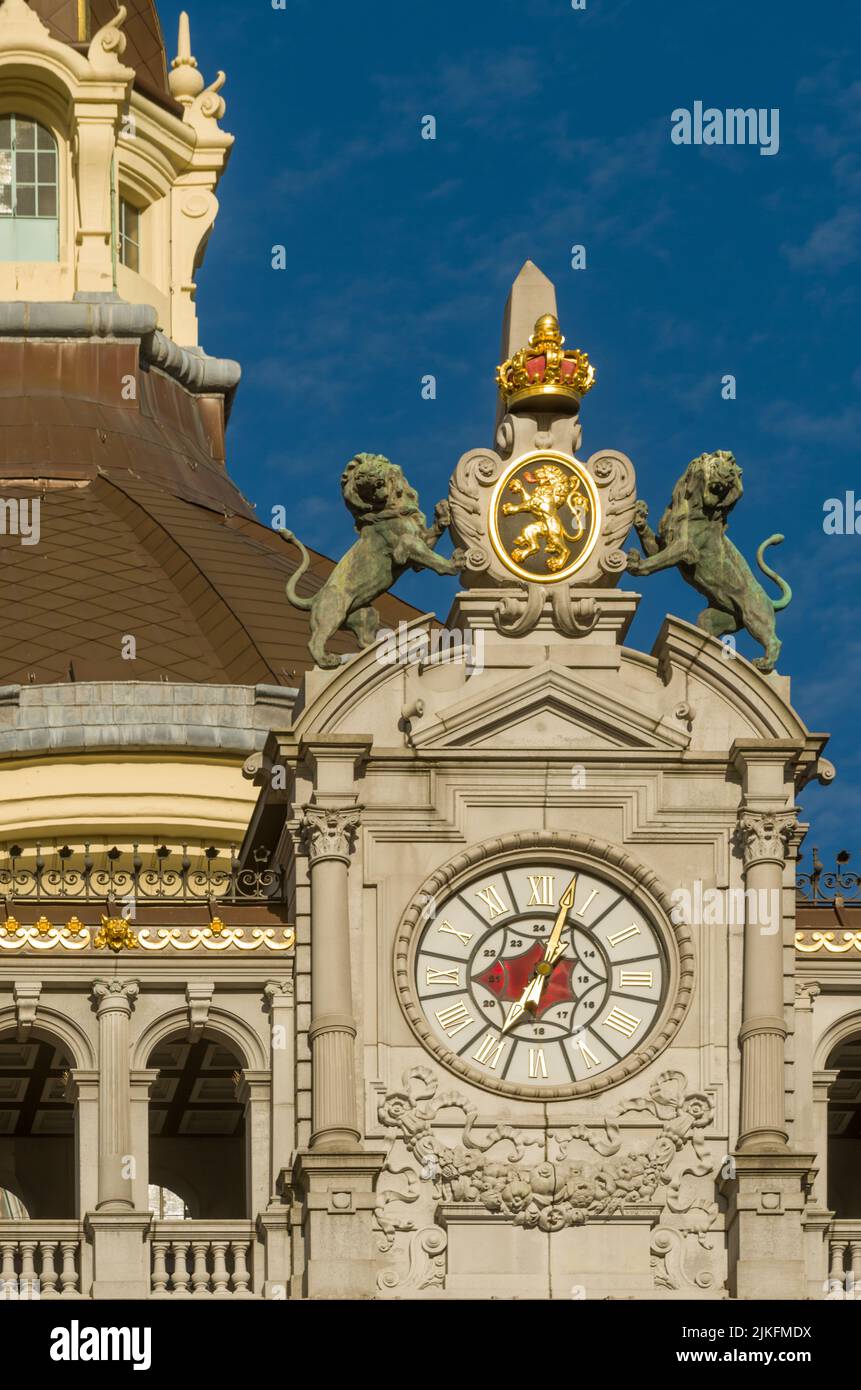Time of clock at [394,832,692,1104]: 7:02
